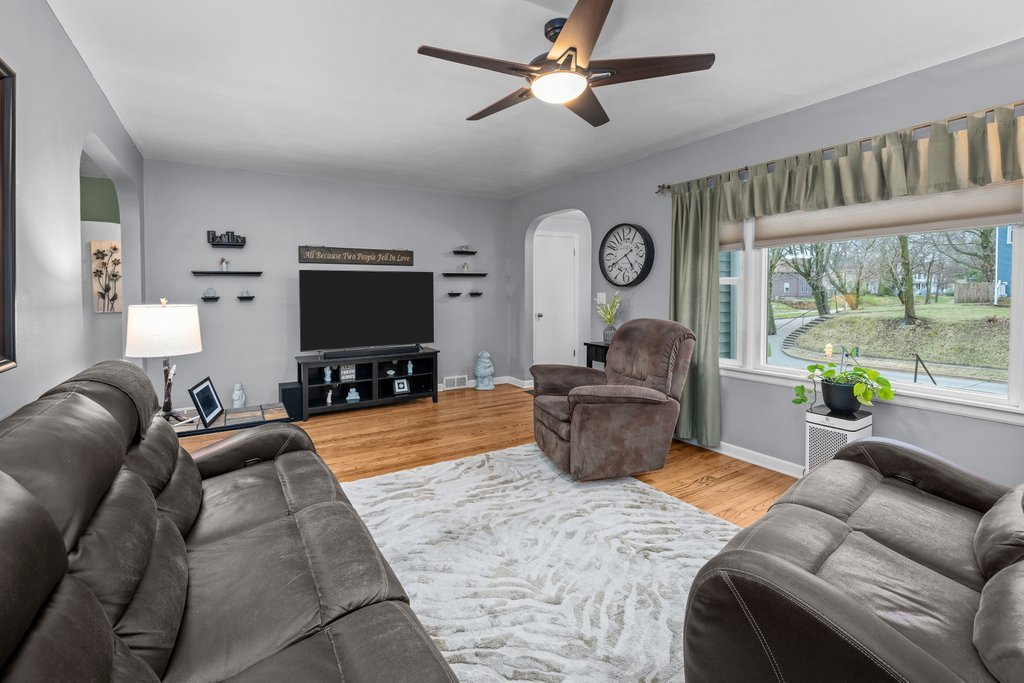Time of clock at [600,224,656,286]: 4:40
